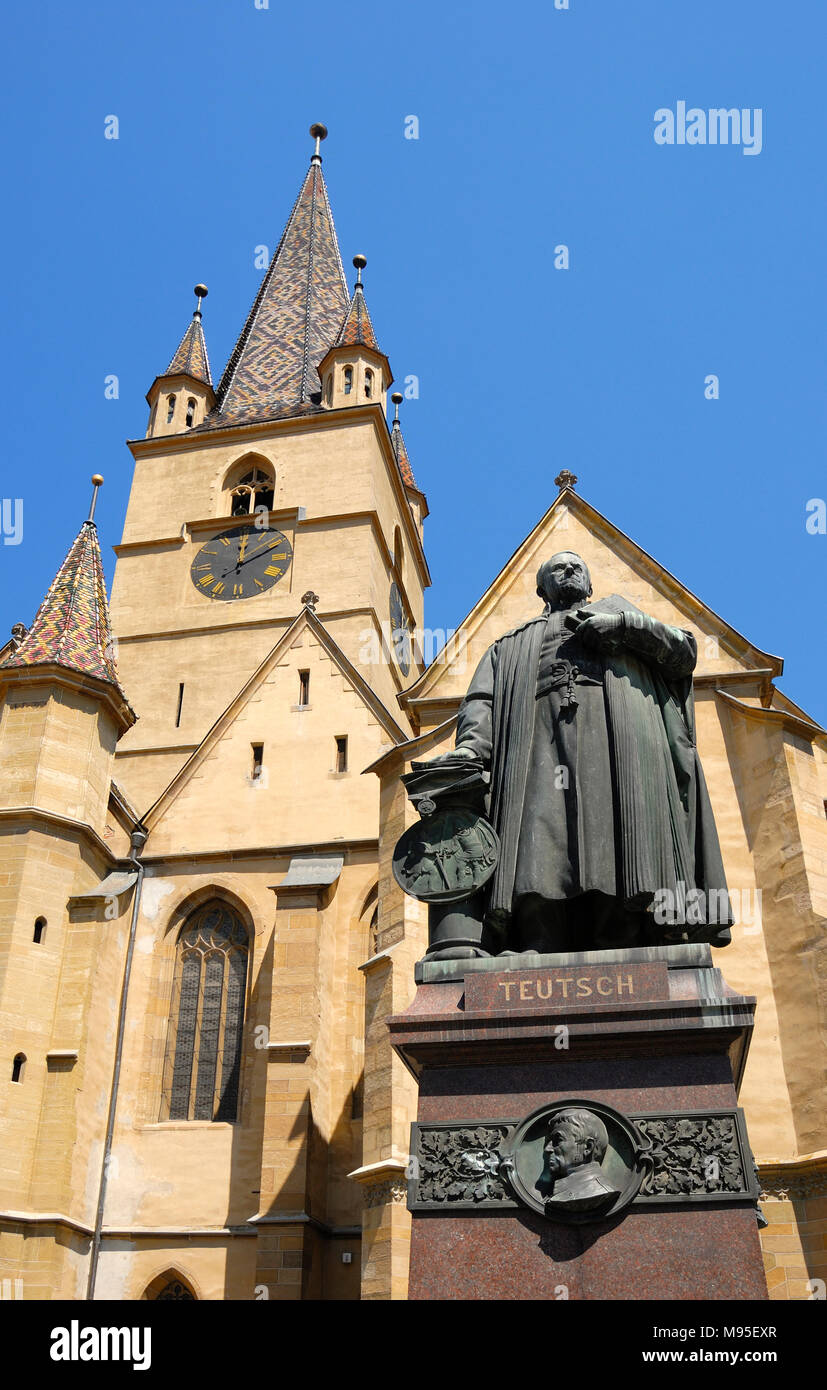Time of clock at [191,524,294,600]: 12:10
